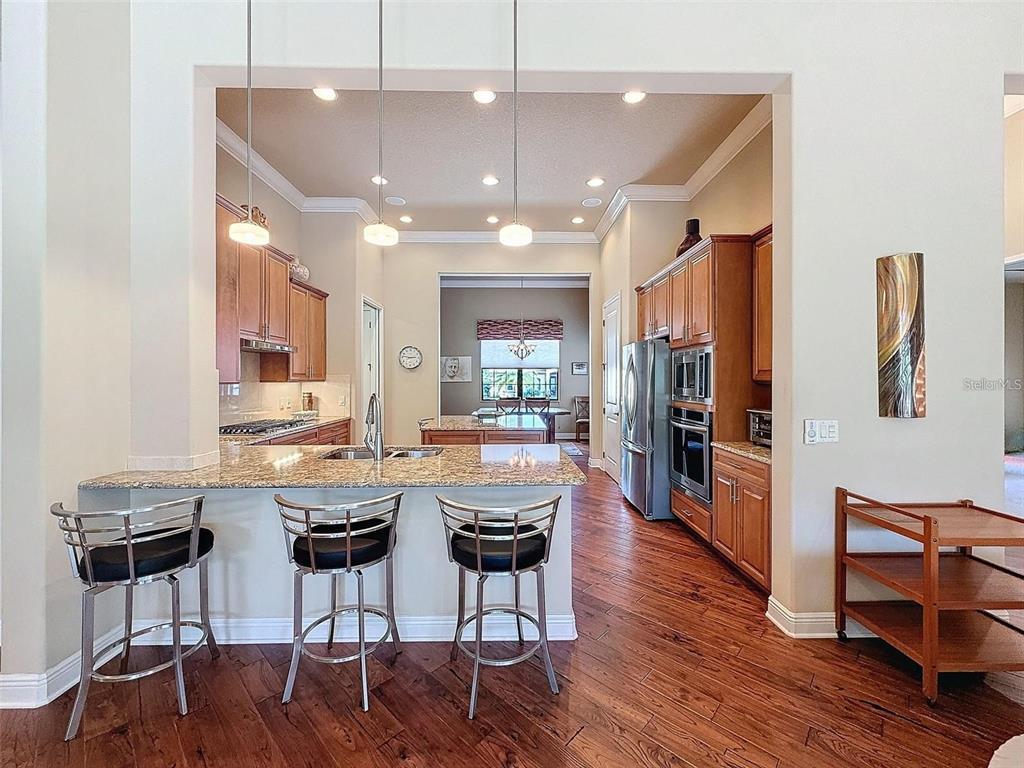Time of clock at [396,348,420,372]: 2:46
